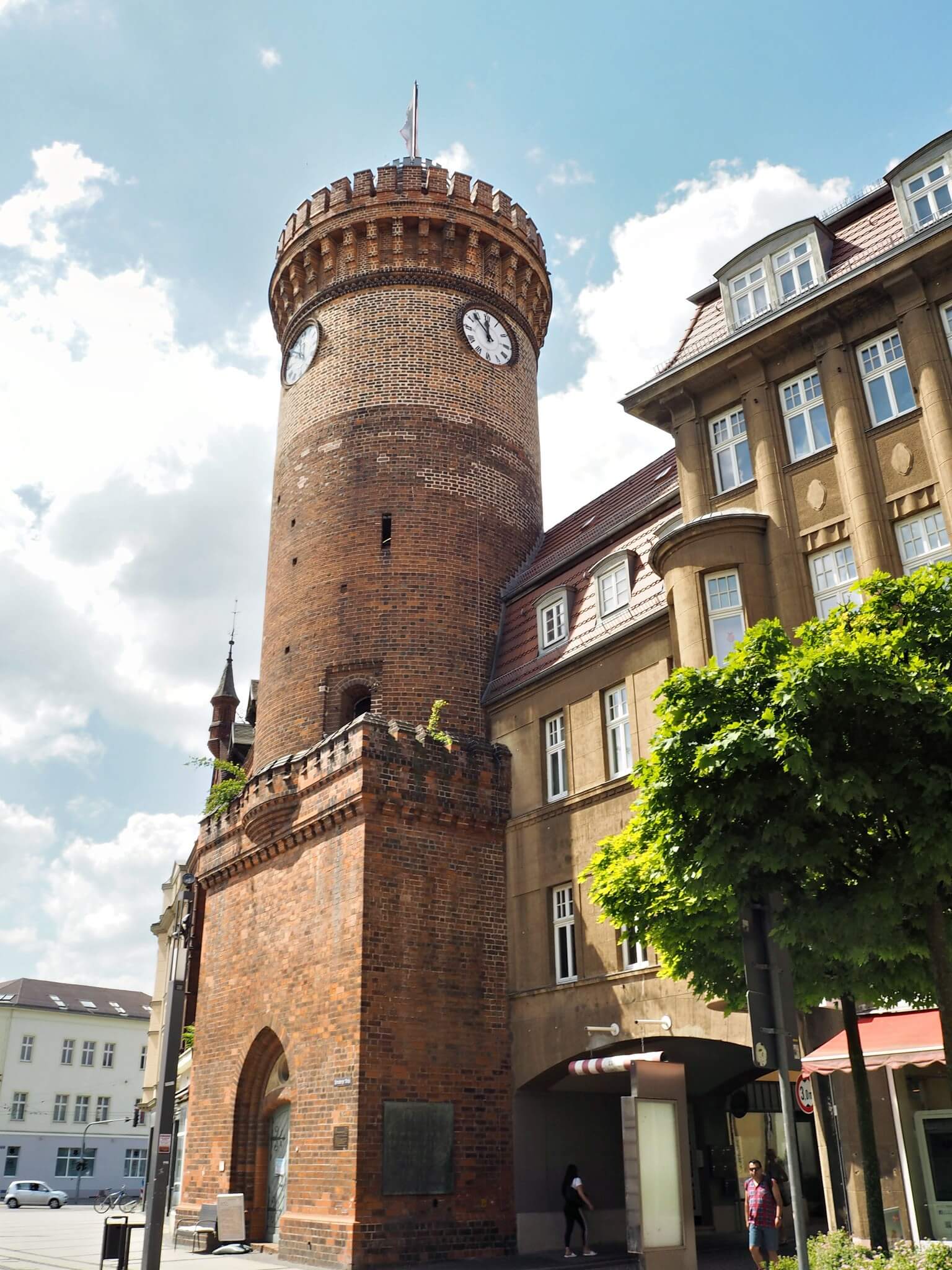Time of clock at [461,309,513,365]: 11:52
